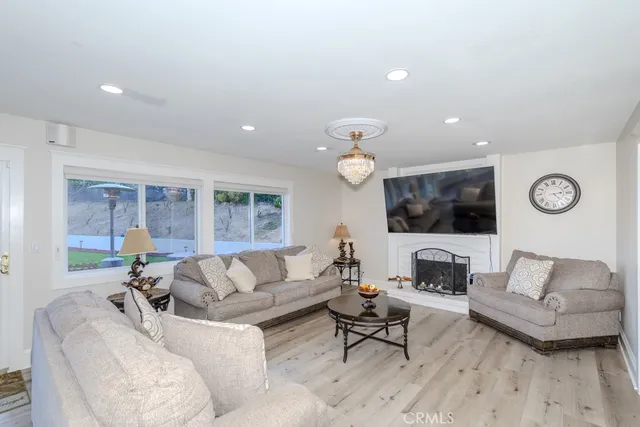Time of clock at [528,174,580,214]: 2:23
